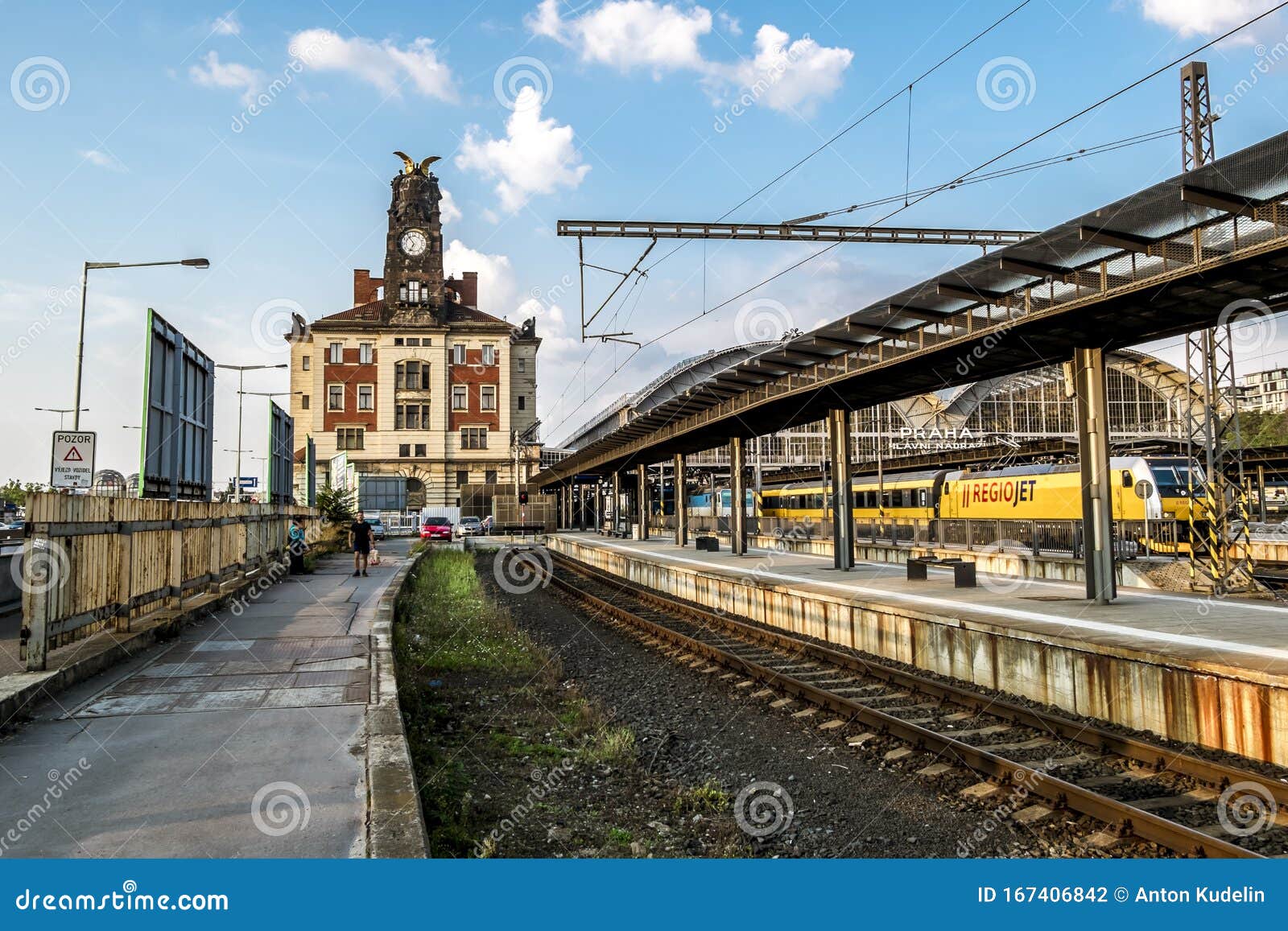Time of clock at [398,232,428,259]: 6:54
